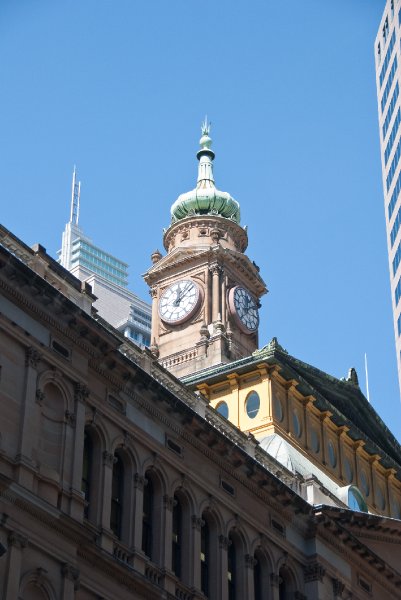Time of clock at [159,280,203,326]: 12:07
